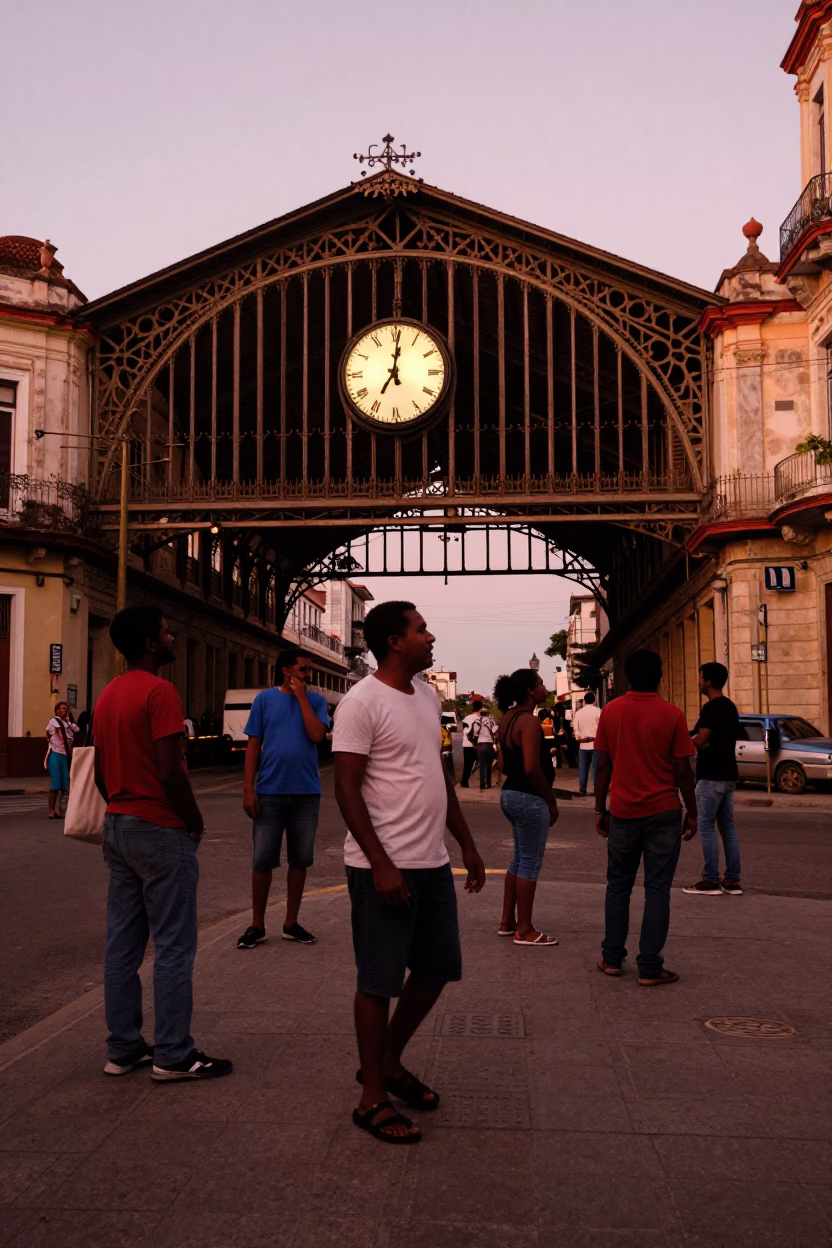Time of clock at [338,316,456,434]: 7:00
